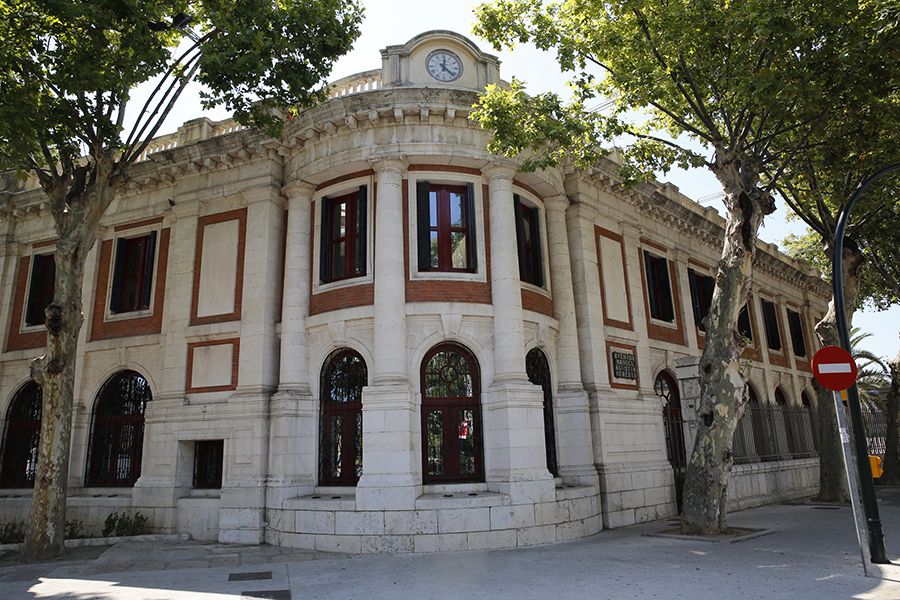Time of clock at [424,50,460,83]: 12:21
